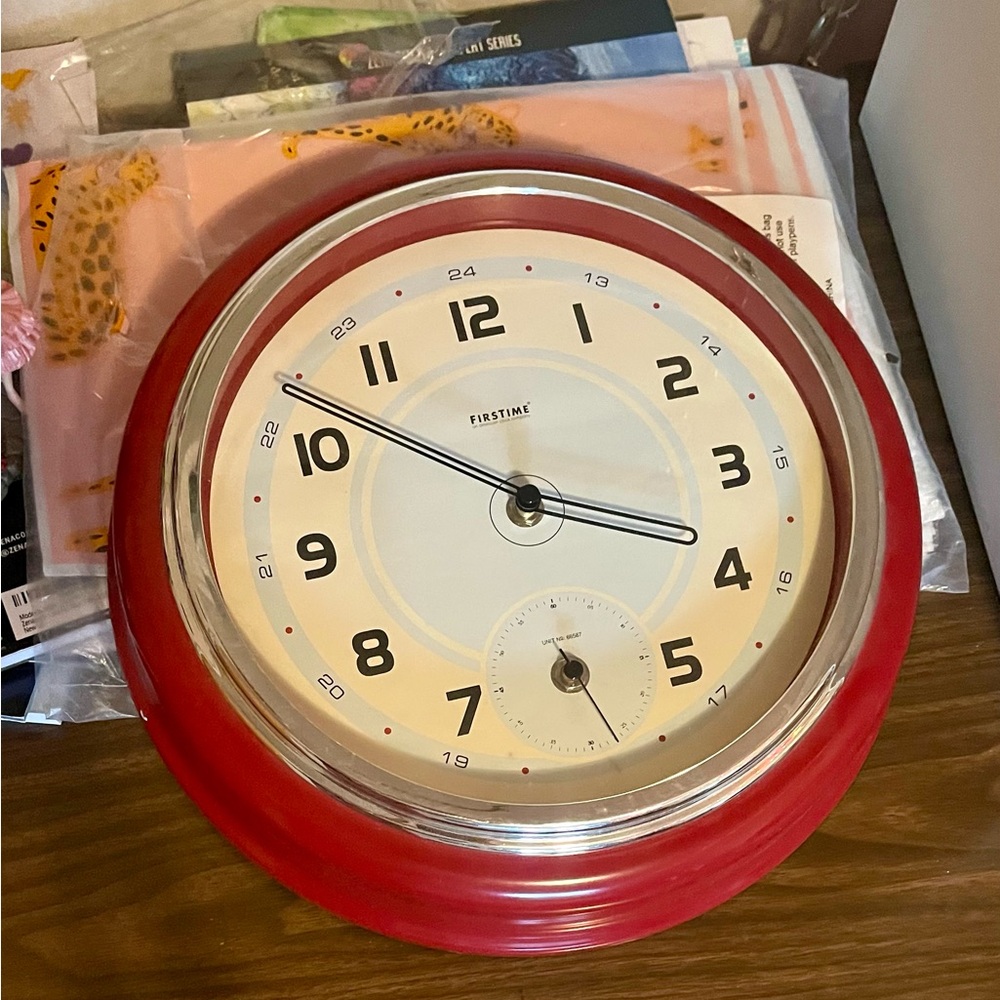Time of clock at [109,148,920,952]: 3:51
